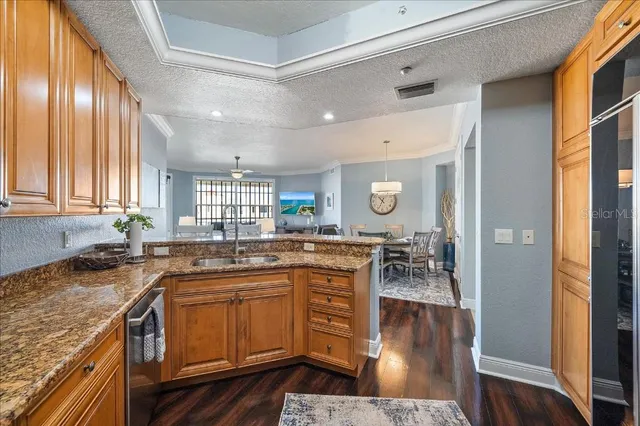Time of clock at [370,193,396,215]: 10:34
